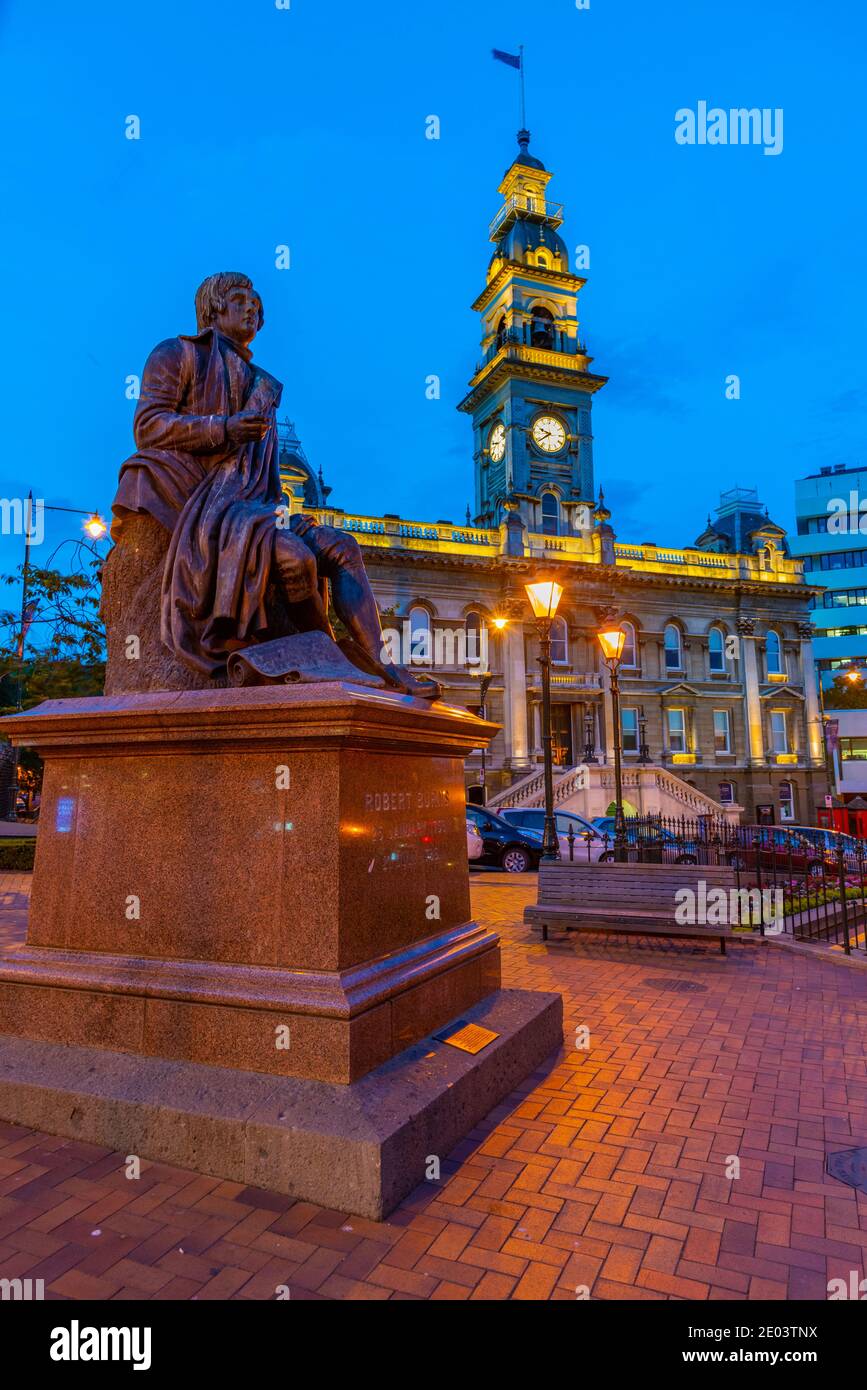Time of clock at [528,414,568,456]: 9:39
